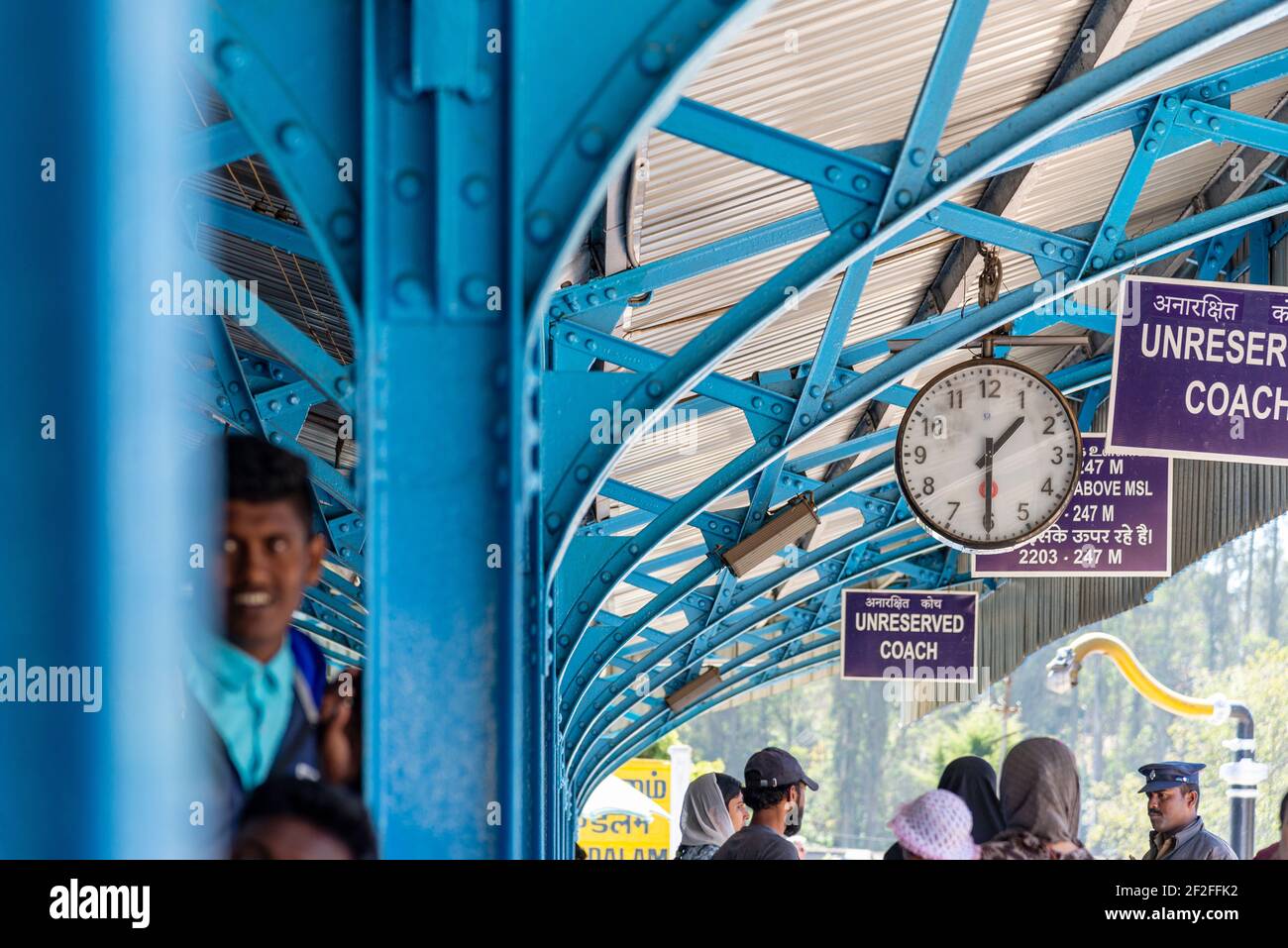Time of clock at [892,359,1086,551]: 1:29
